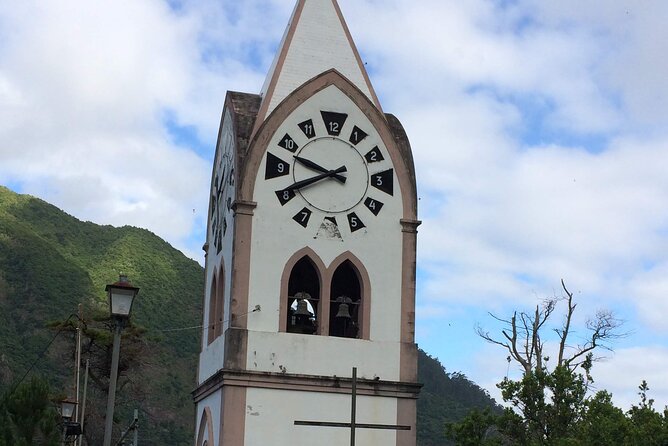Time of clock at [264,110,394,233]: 9:40
